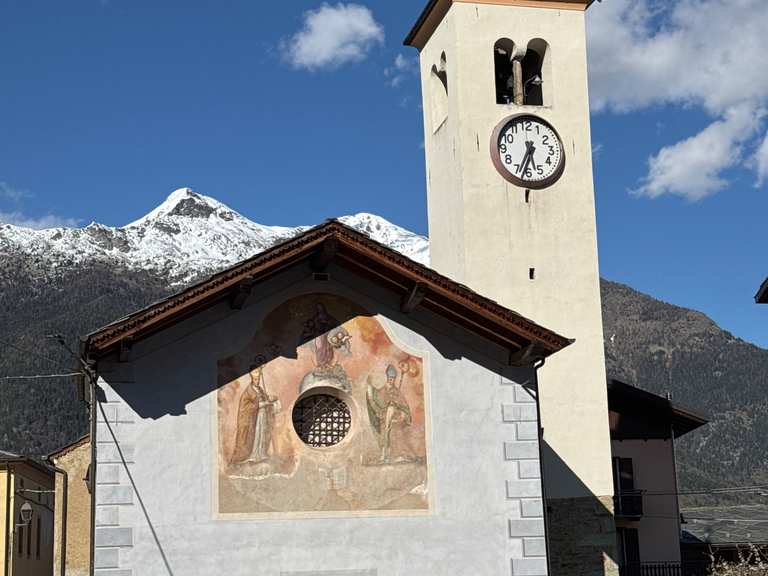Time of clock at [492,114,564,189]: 5:34
